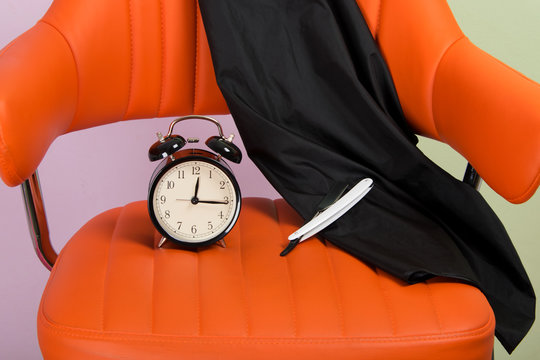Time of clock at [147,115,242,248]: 12:15
